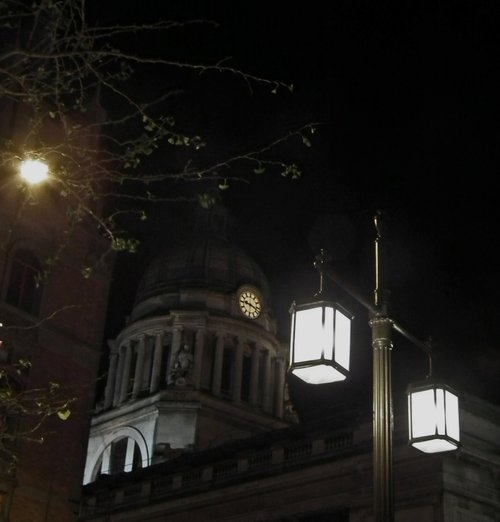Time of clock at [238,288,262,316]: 9:18
